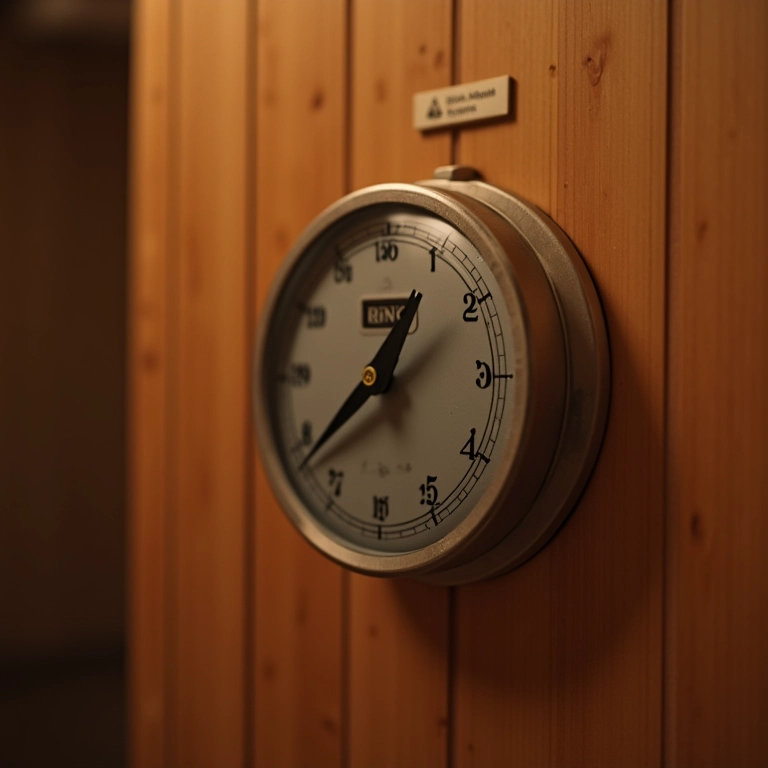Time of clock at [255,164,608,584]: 12:38
